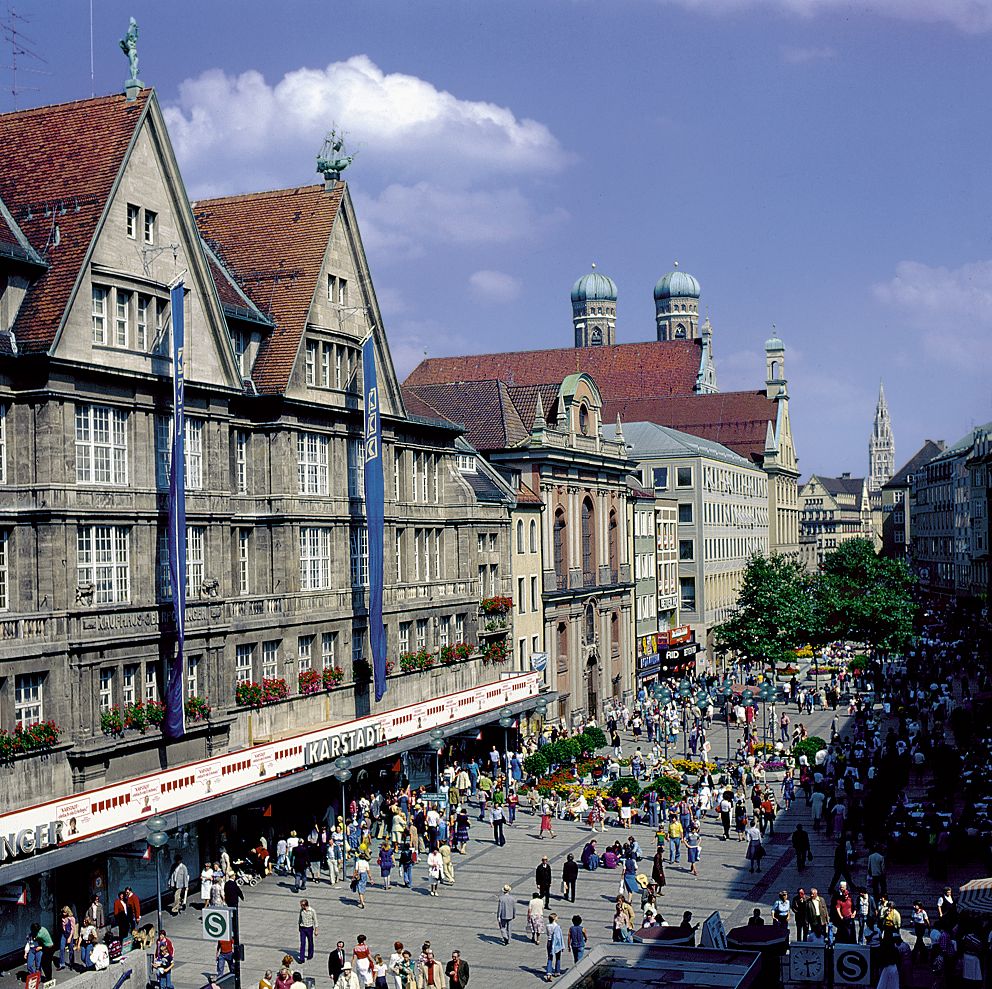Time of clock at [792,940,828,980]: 2:29
